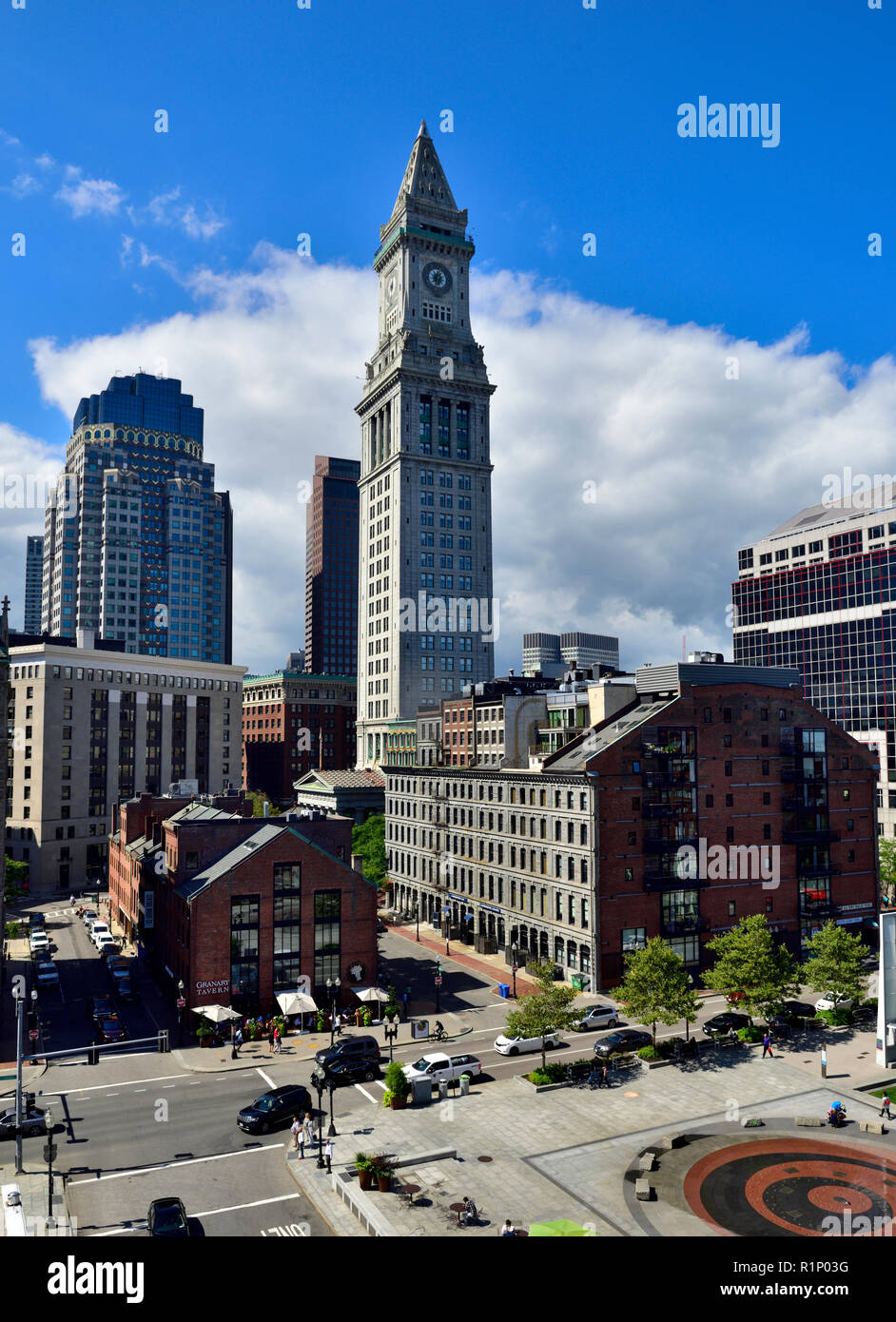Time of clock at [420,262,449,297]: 12:32
